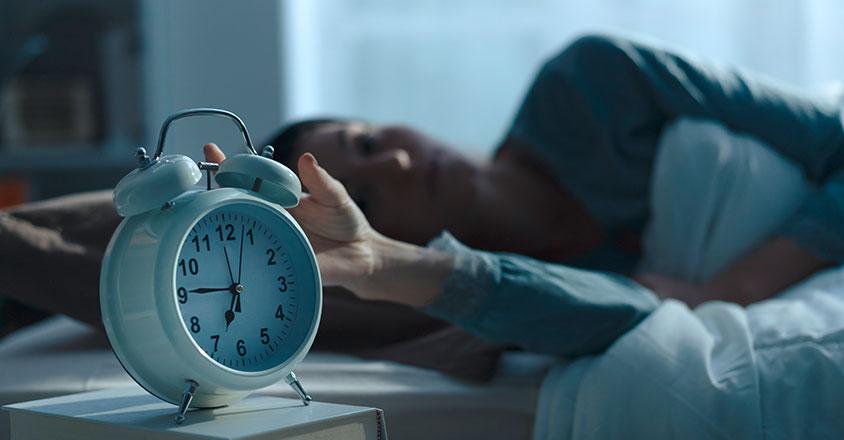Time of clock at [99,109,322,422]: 6:45
